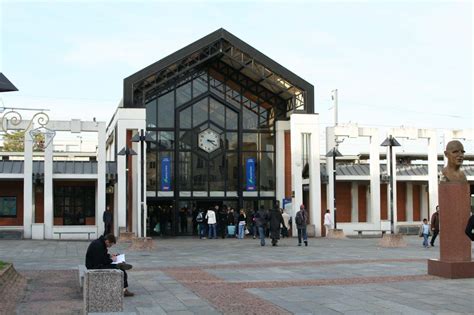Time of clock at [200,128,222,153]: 3:21
